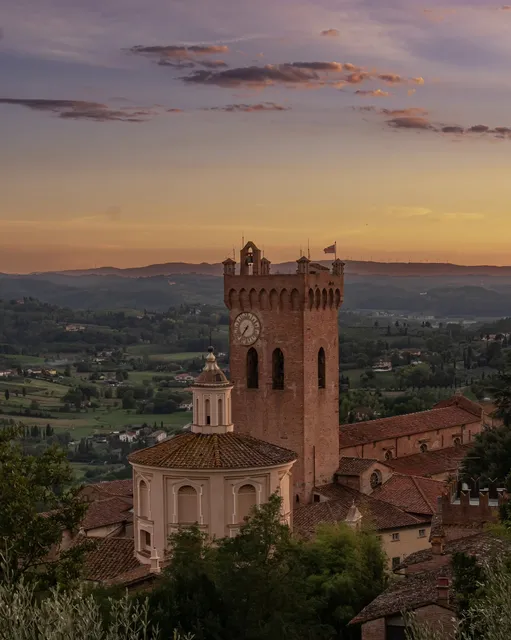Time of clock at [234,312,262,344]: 7:36
